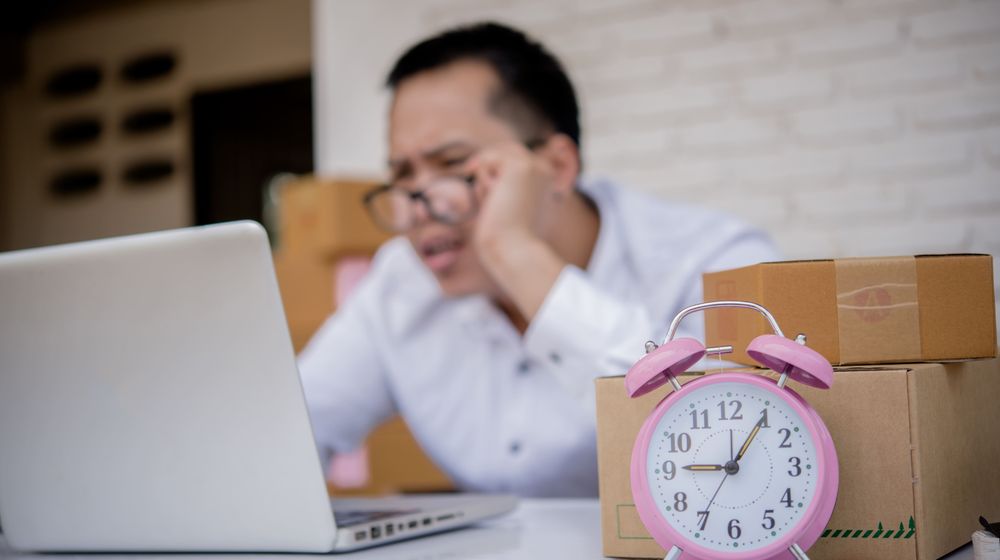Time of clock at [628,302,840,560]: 9:05
